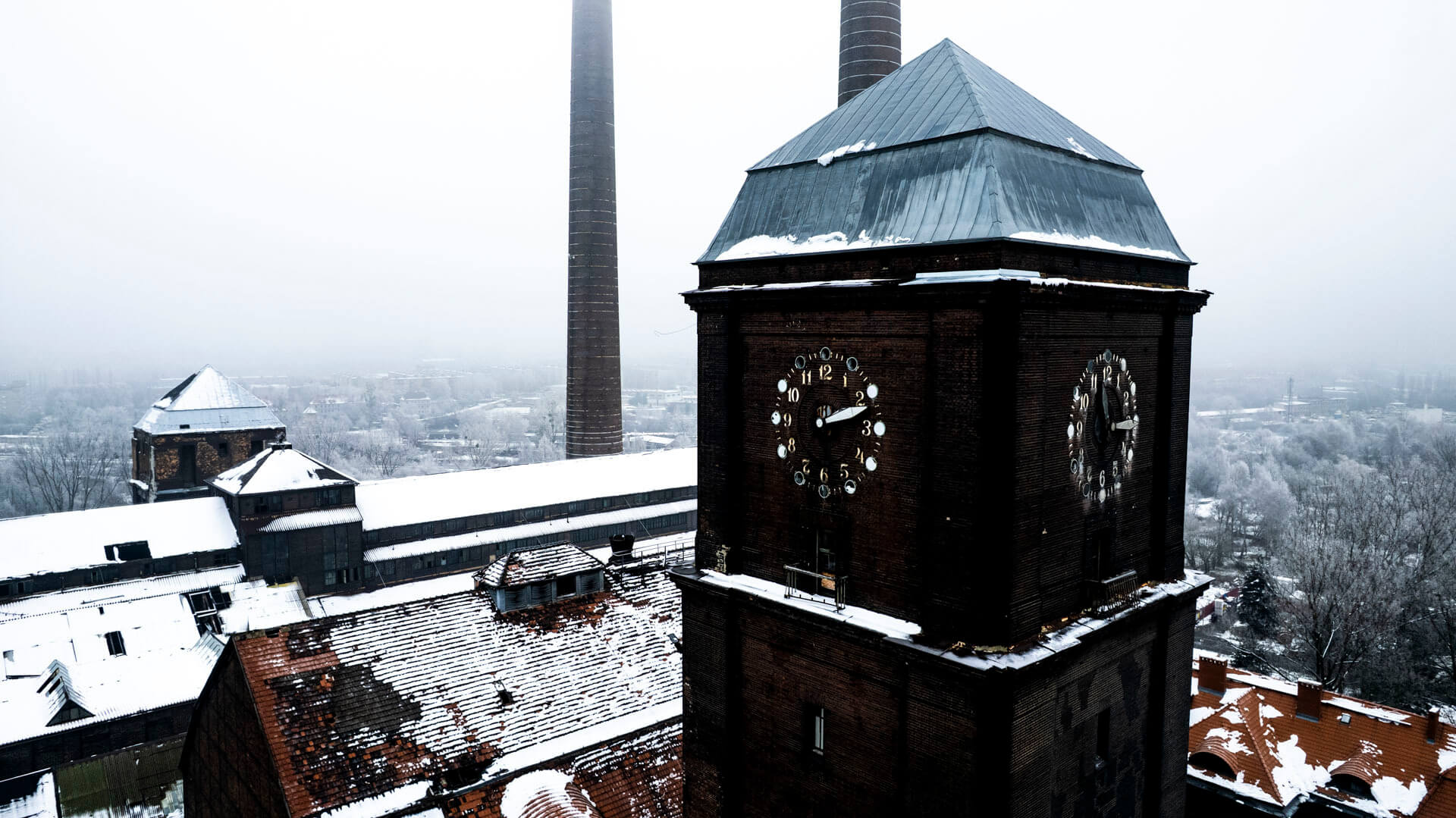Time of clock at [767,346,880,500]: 2:11
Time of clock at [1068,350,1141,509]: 2:58
